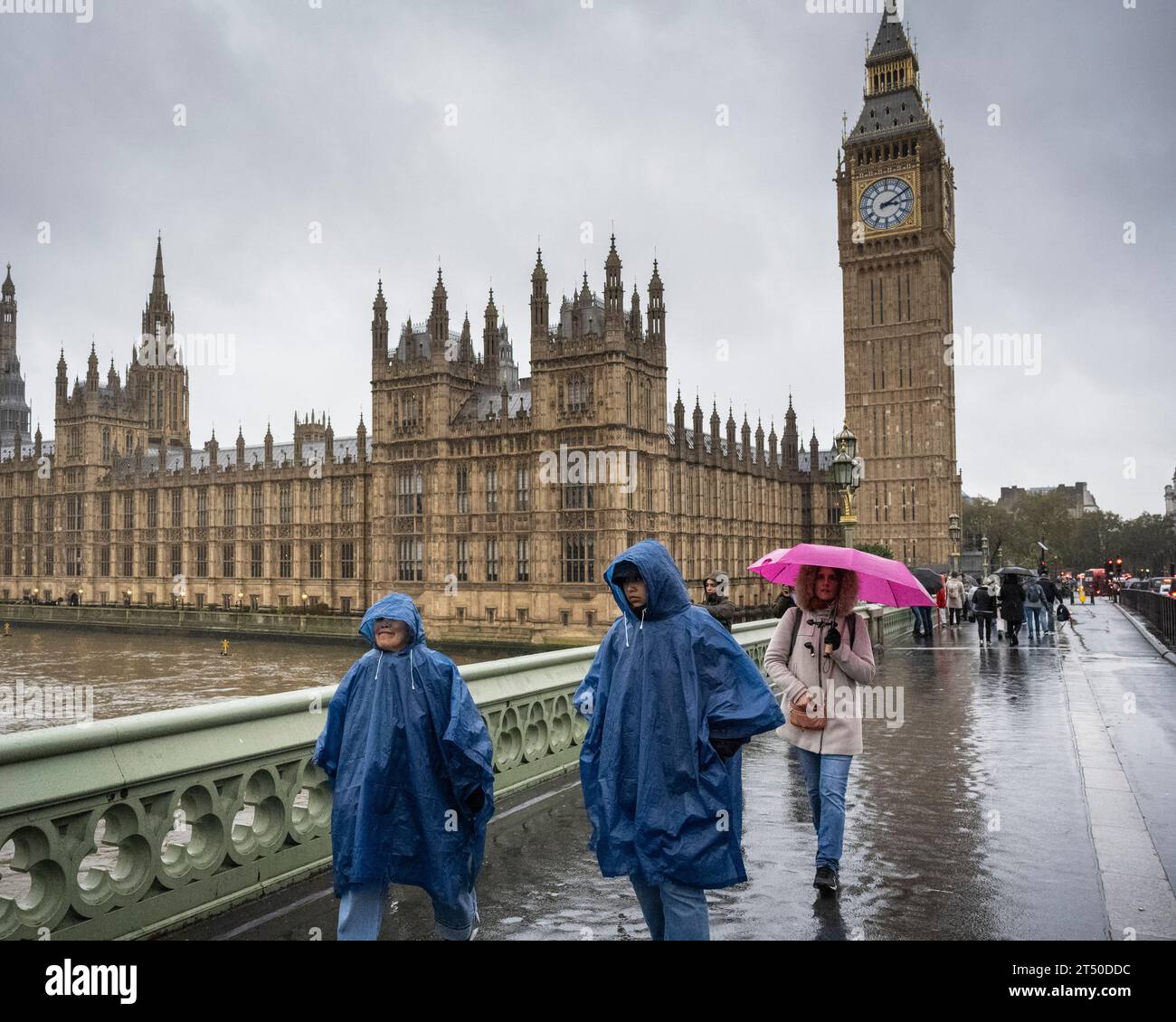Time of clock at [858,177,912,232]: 3:10
